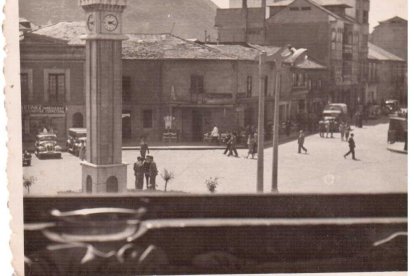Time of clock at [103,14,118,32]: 2:18
